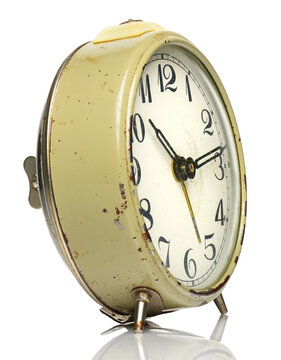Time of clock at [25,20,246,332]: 10:13
